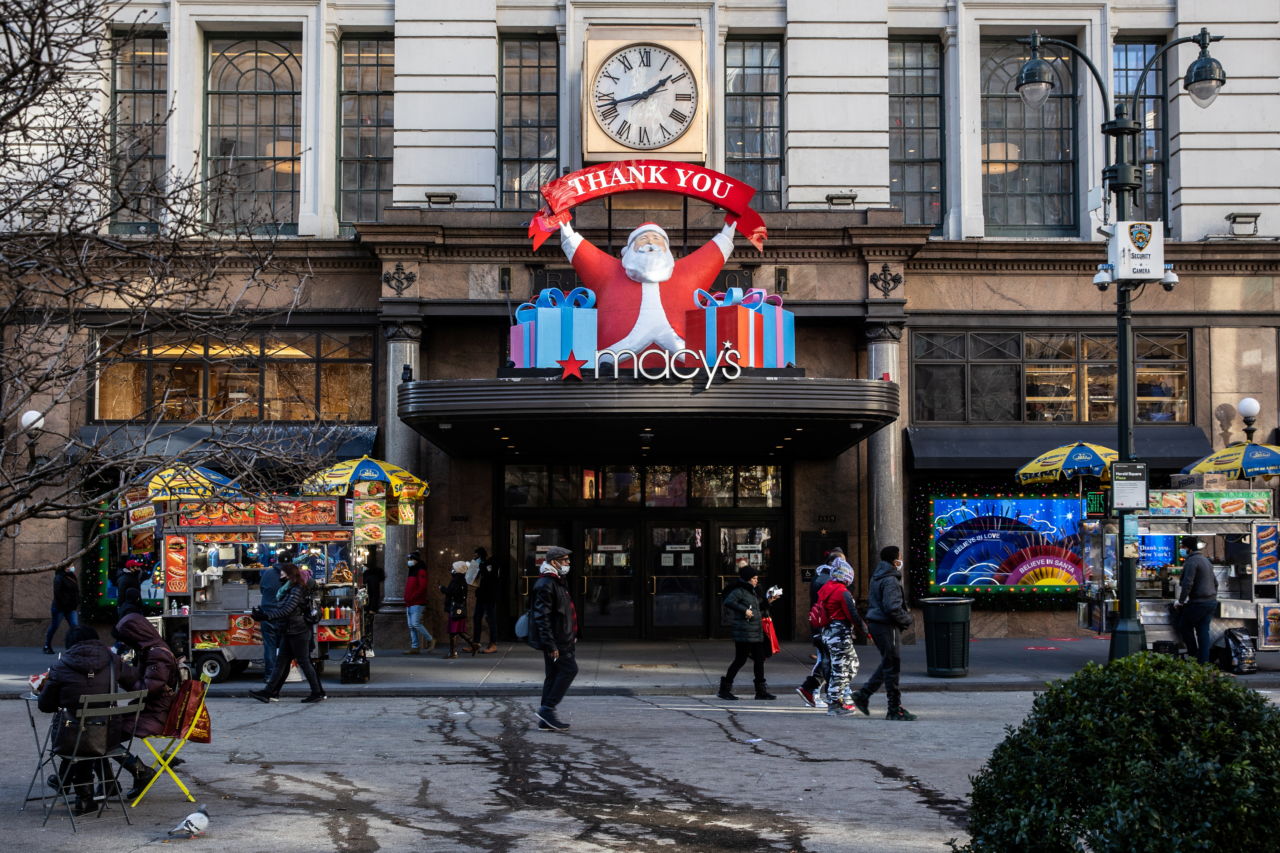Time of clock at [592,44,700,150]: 1:42
